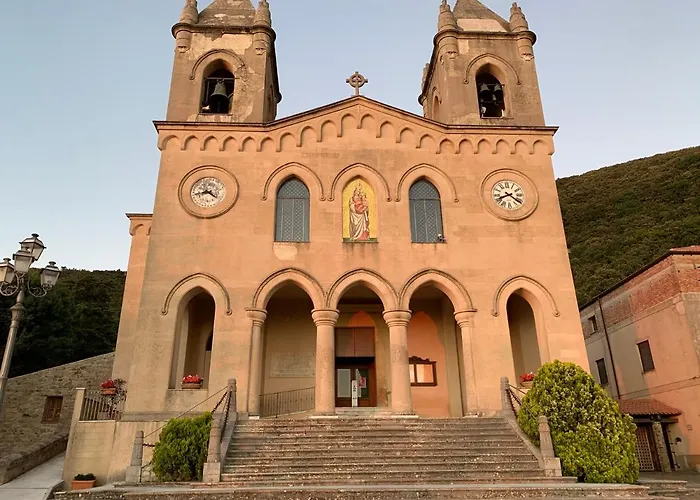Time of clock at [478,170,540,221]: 8:21
